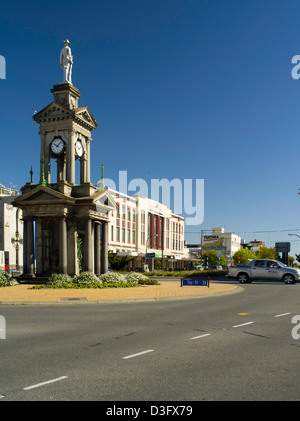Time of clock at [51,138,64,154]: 10:07
